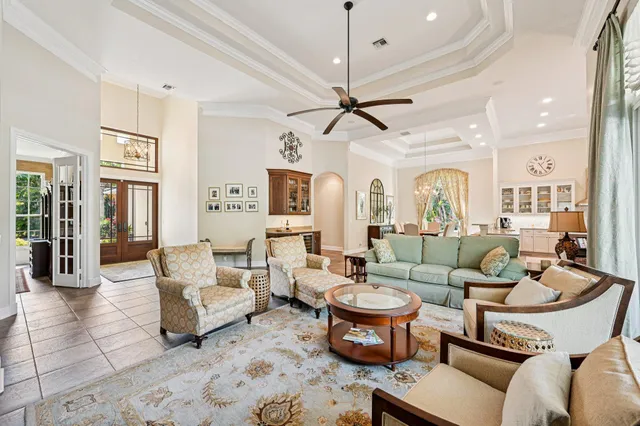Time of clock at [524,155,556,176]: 1:24
